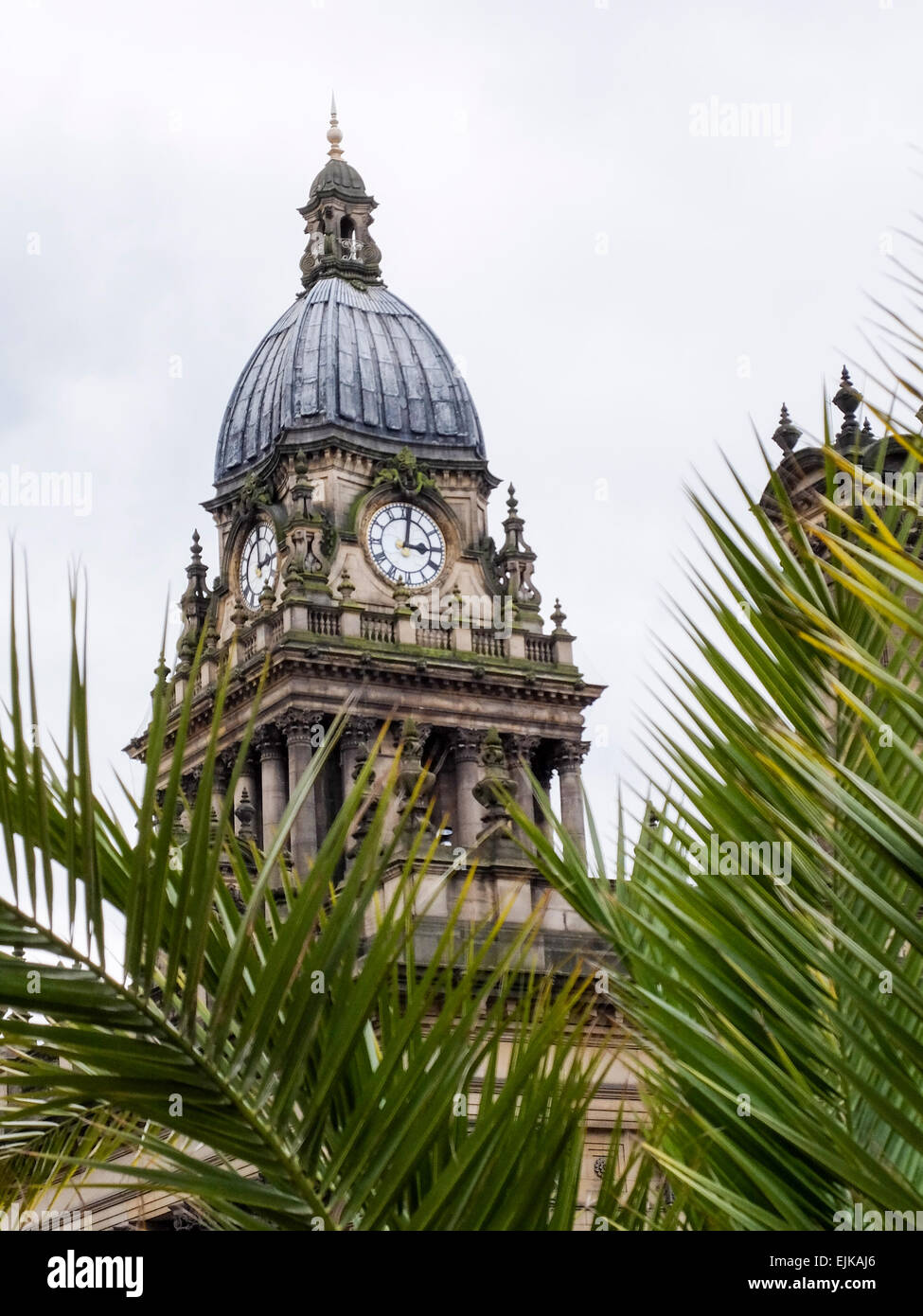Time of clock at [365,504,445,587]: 3:01
